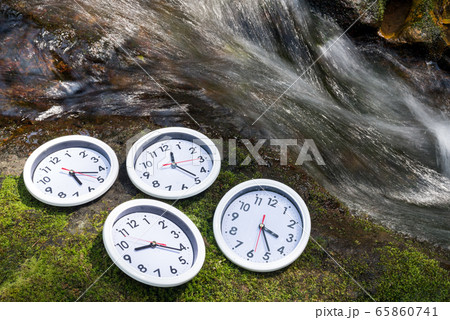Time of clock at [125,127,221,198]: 12:23
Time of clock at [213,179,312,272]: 3:23
